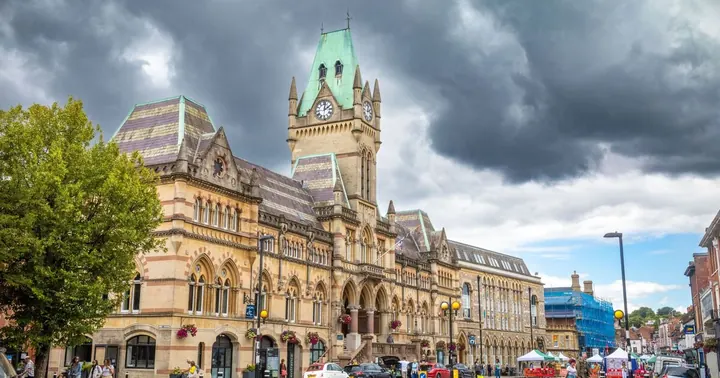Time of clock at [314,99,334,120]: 2:01
